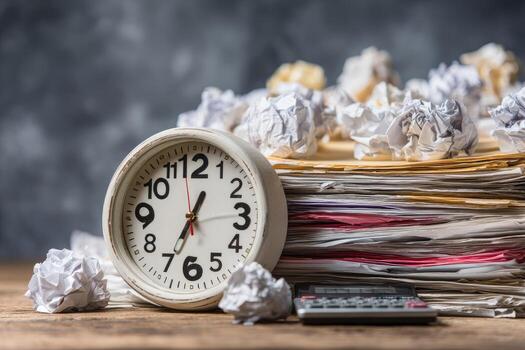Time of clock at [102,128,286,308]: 6:34
